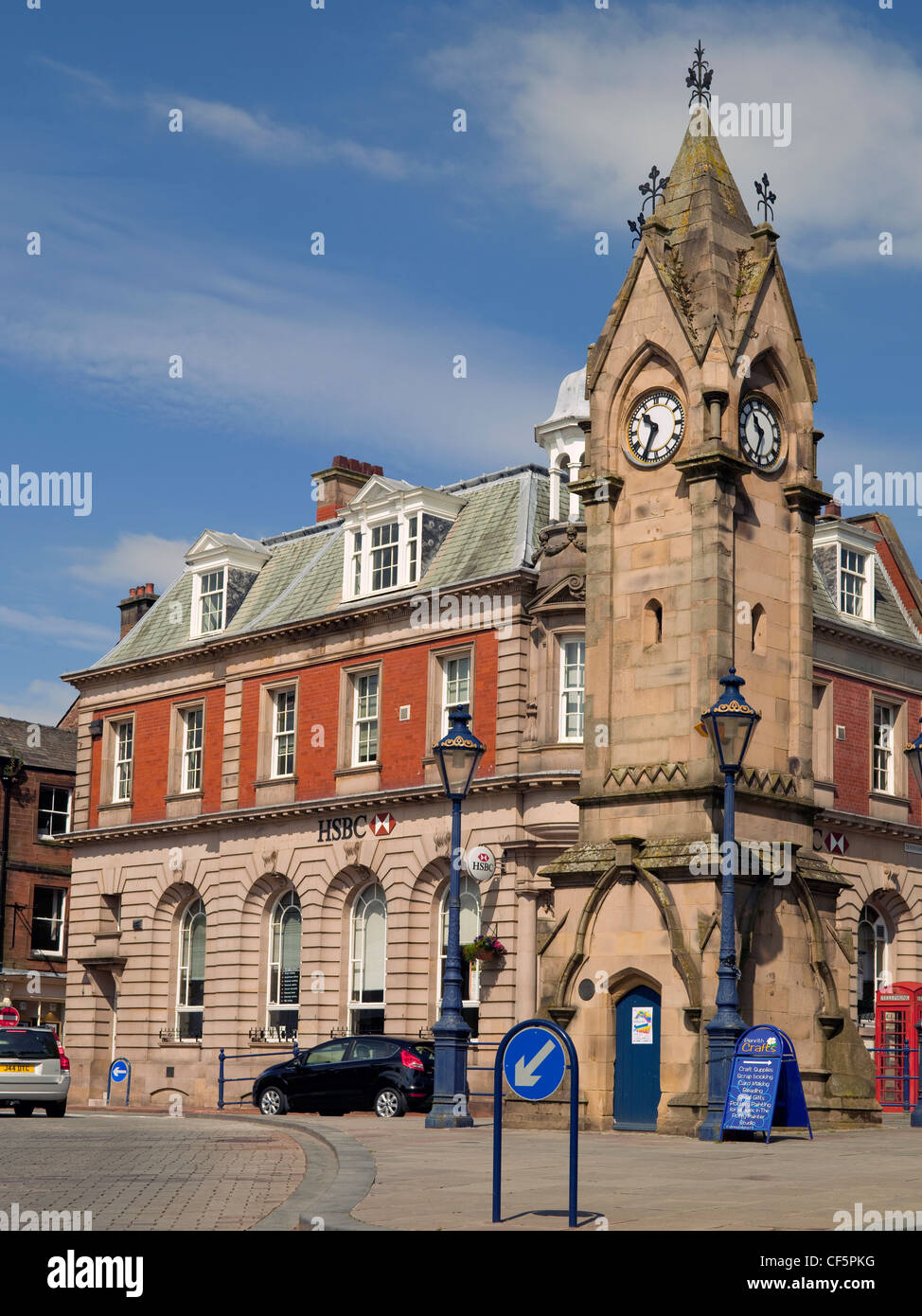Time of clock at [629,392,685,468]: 10:34
